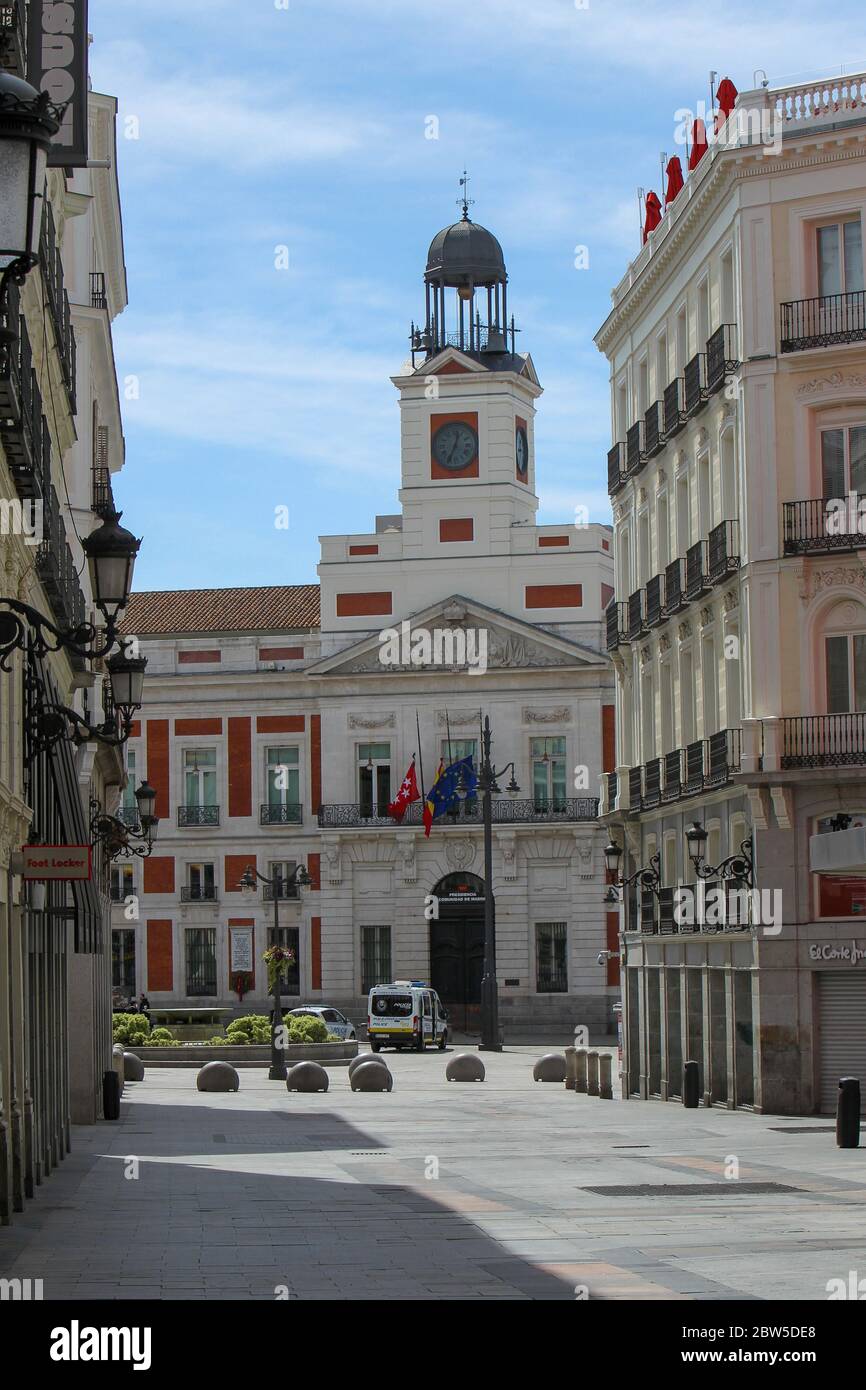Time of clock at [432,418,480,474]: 12:34
